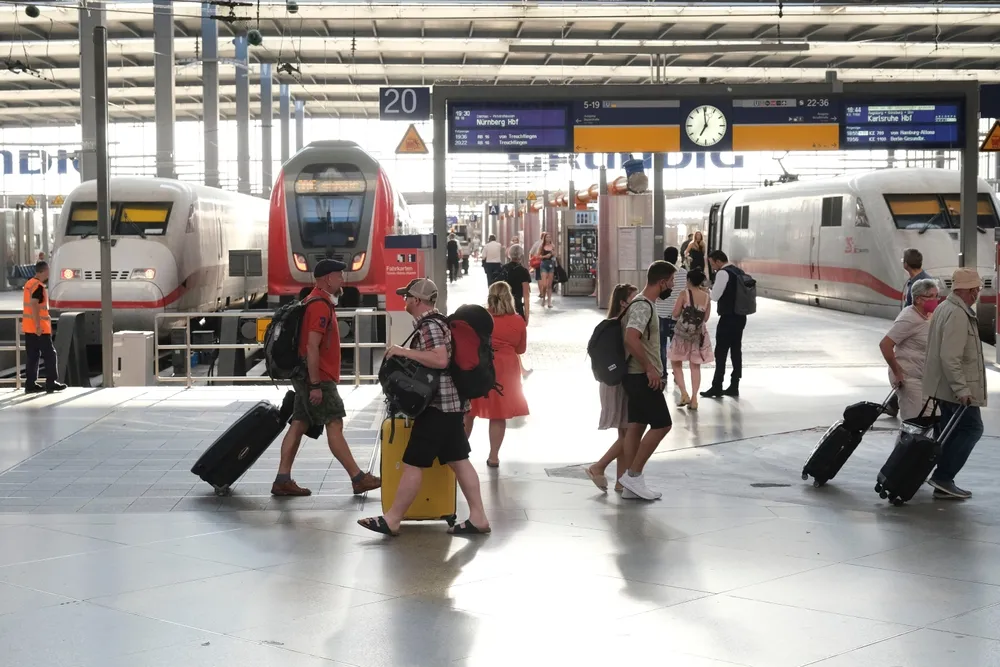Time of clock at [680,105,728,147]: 6:59
